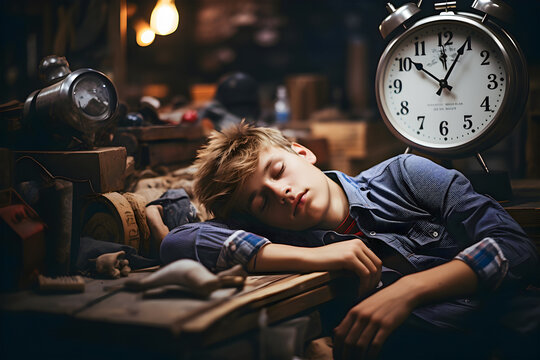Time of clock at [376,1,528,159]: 10:04
